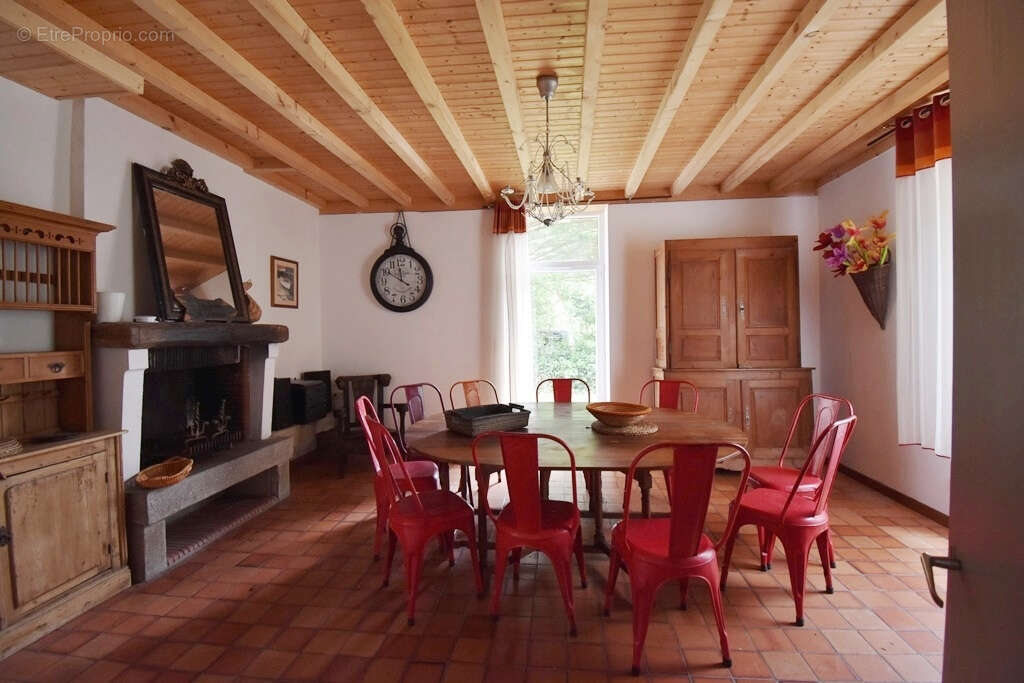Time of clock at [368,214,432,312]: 11:50
